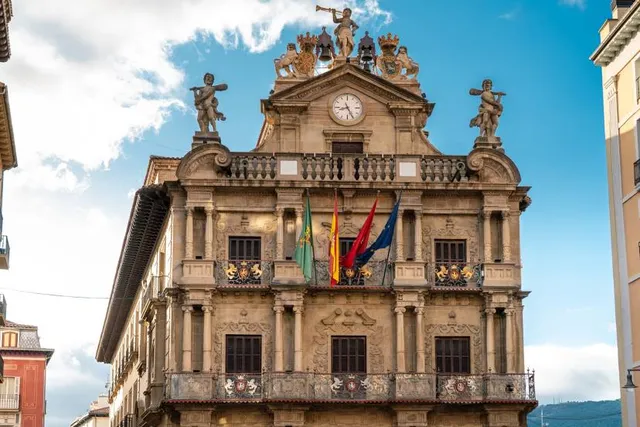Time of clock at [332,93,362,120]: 8:25
